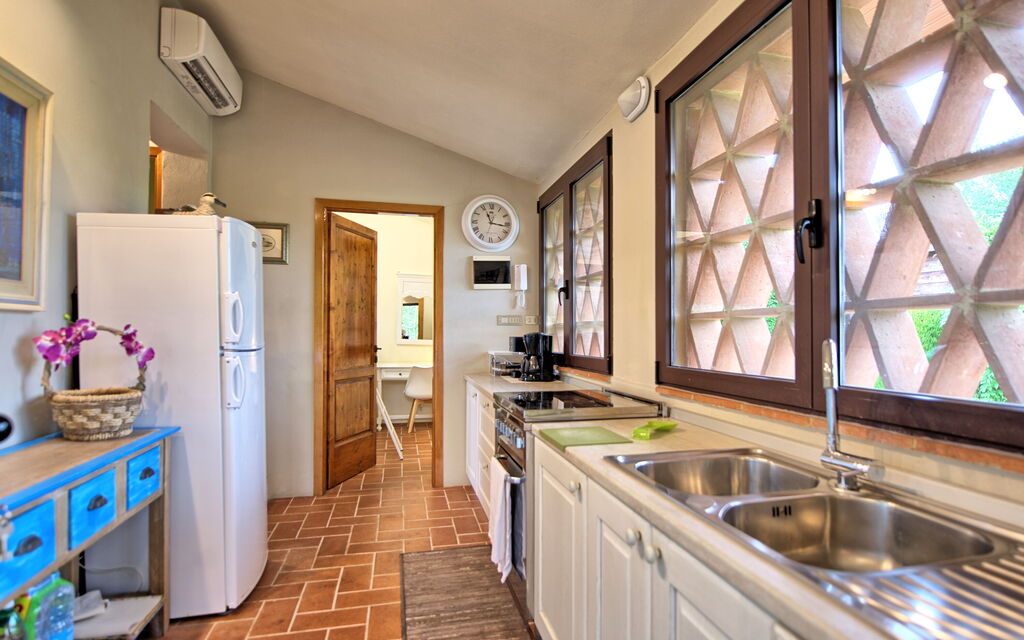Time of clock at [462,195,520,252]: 11:16
